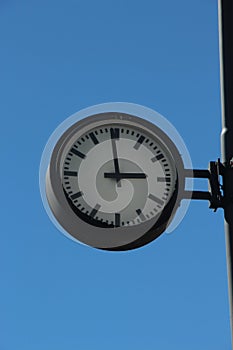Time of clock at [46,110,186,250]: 2:58
